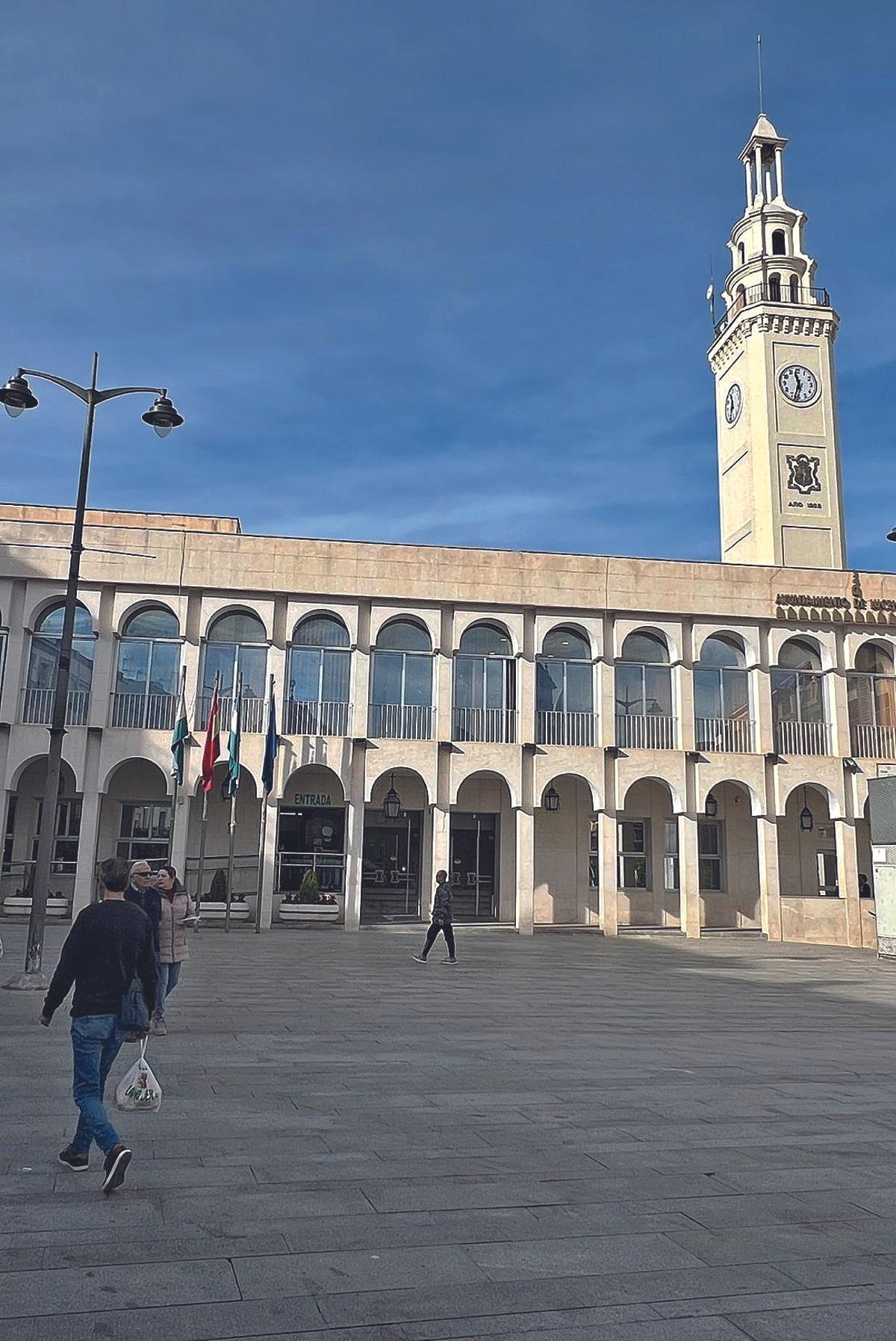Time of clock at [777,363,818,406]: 11:33
